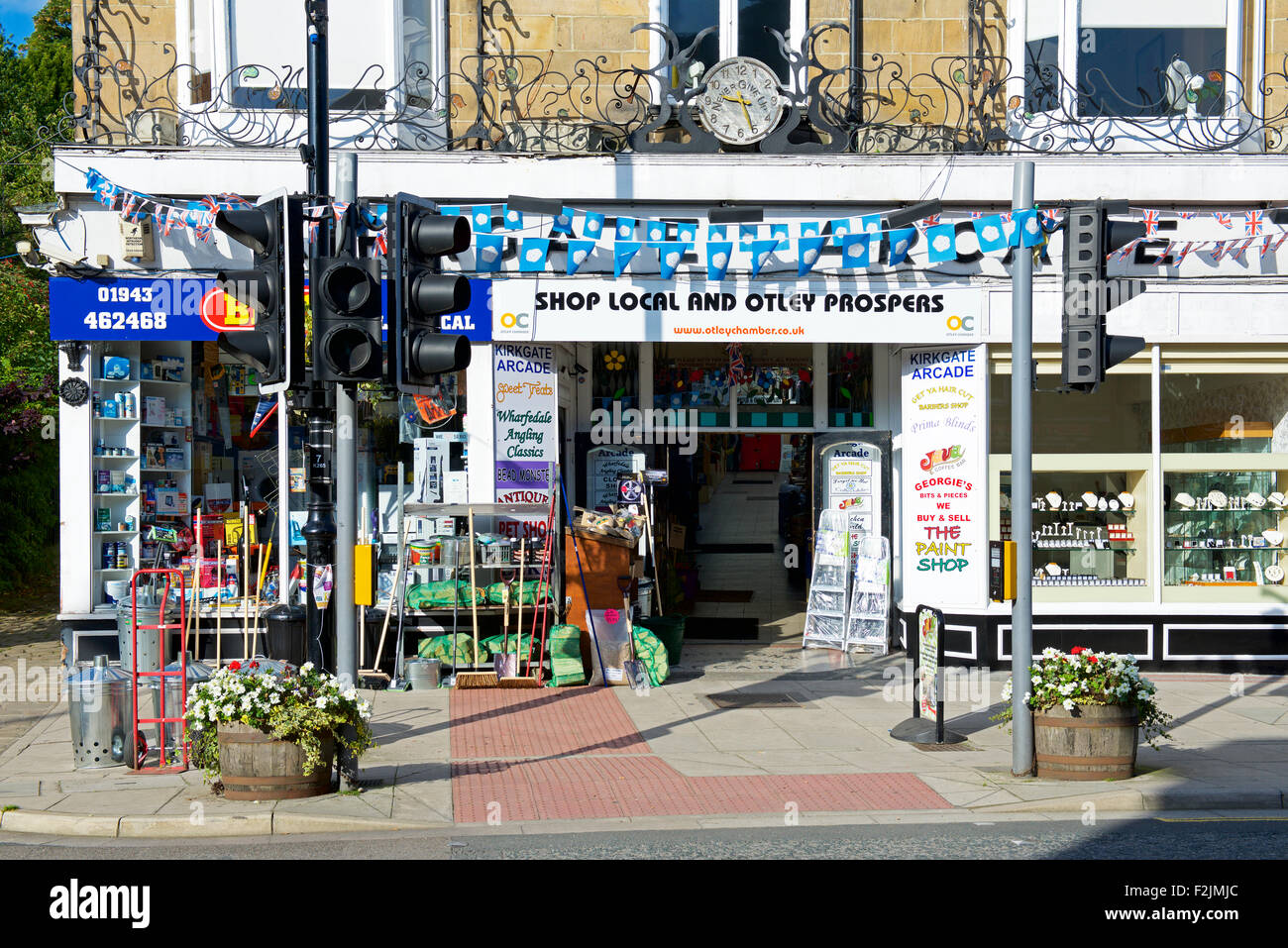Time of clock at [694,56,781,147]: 9:26
